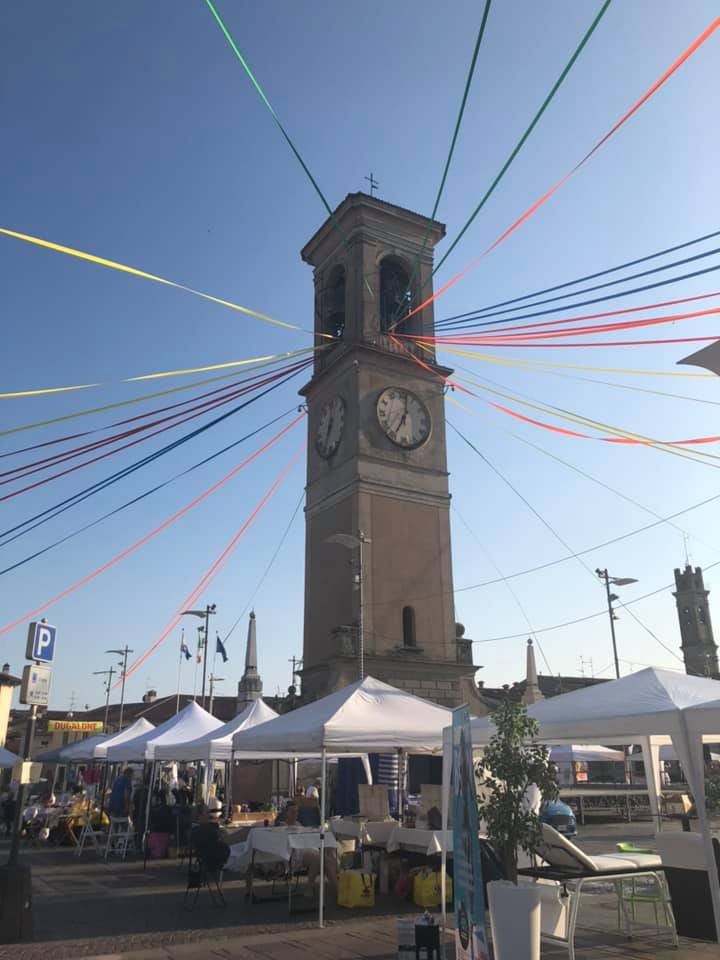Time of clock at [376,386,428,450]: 7:01
